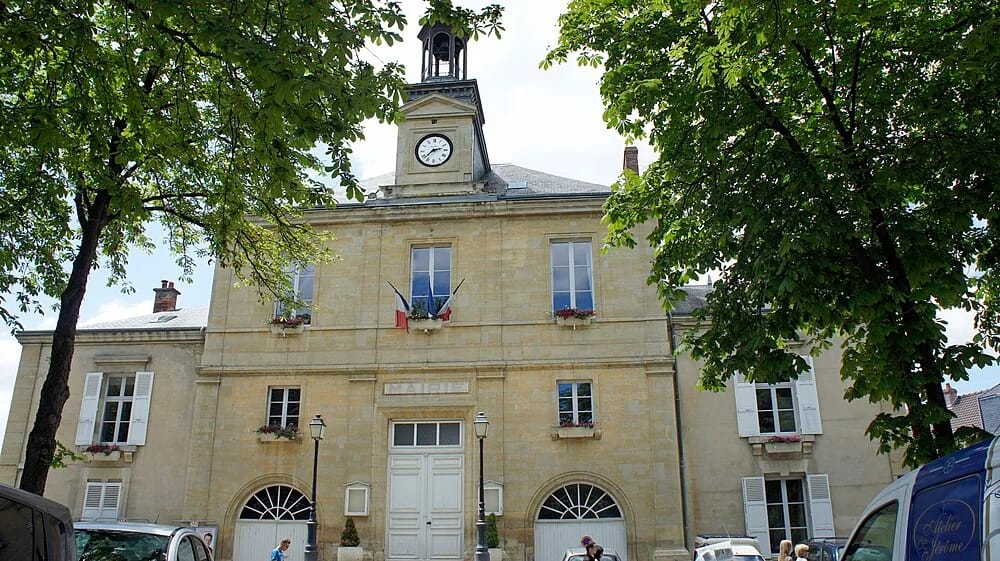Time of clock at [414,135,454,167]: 2:37
